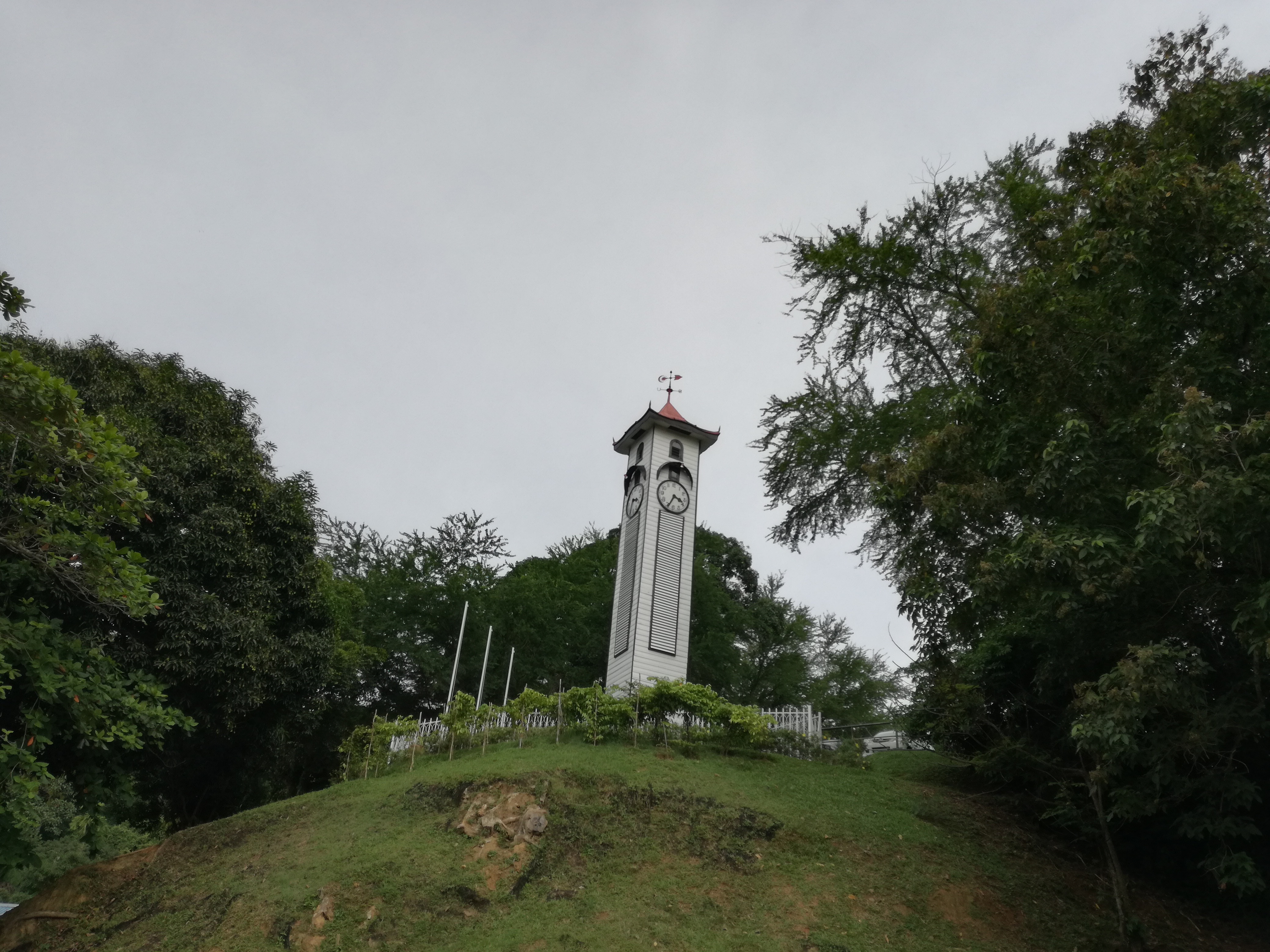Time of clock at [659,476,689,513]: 3:34
